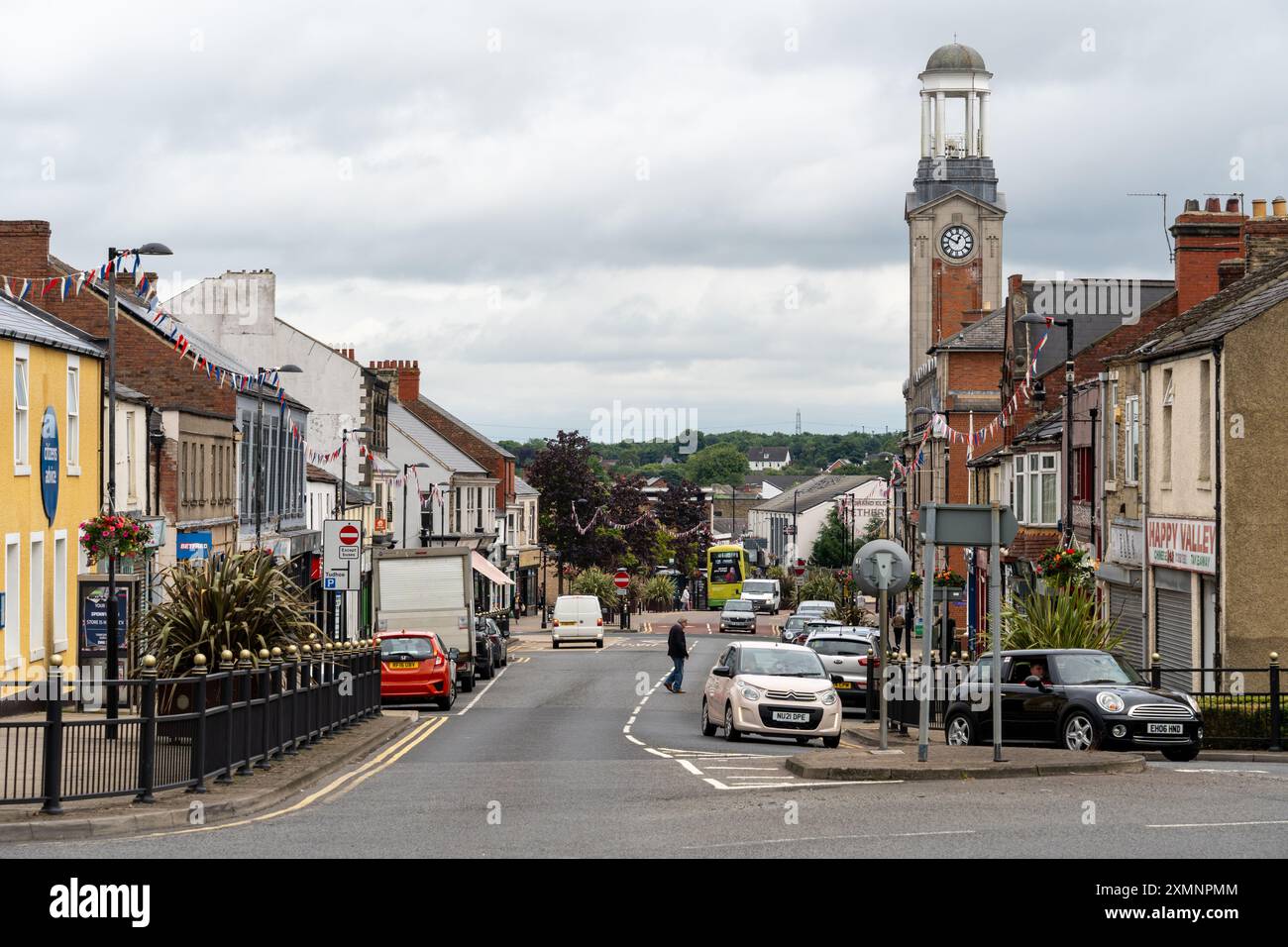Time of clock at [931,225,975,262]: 12:49
